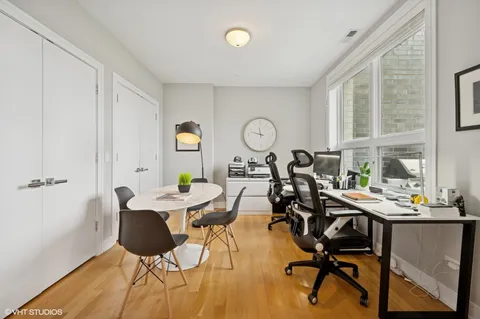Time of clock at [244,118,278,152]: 11:47
